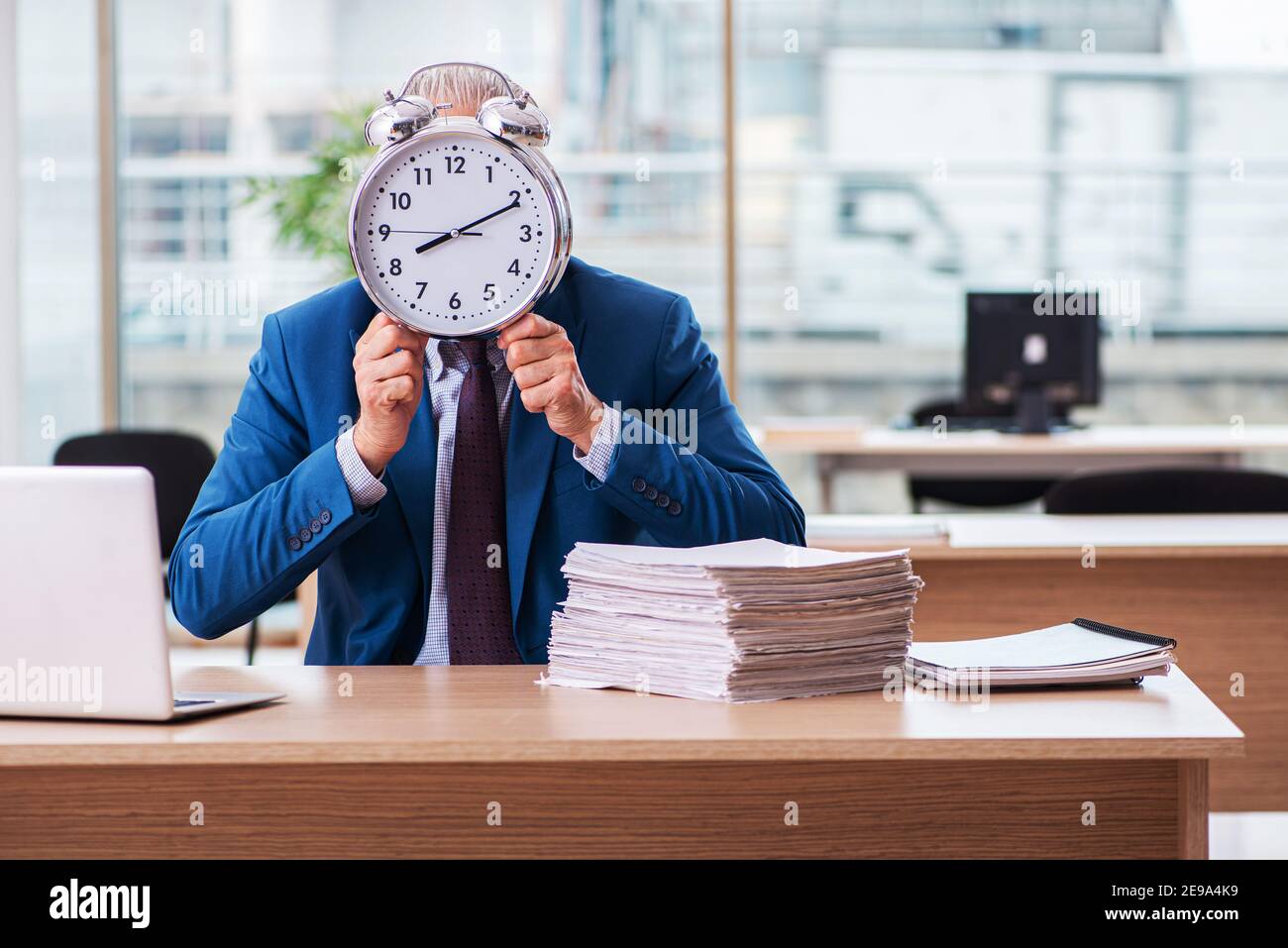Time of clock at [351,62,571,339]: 8:11
